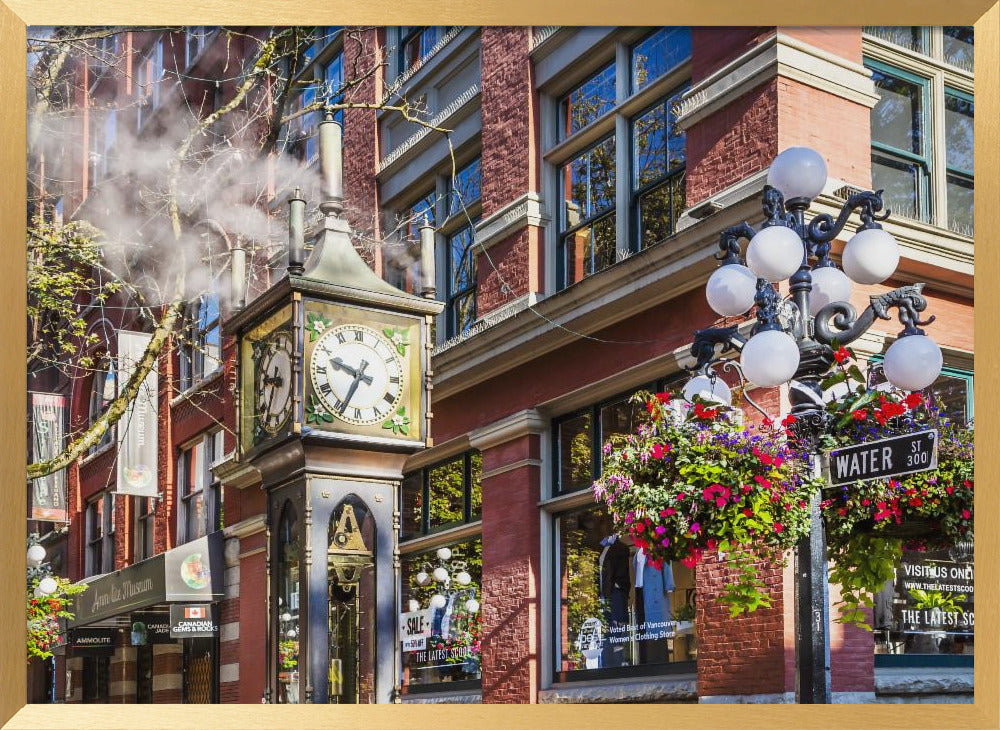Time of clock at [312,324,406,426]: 9:34
